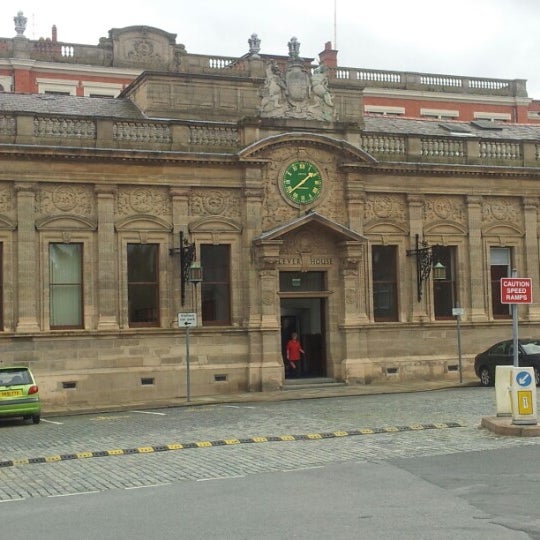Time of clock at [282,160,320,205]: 1:38
